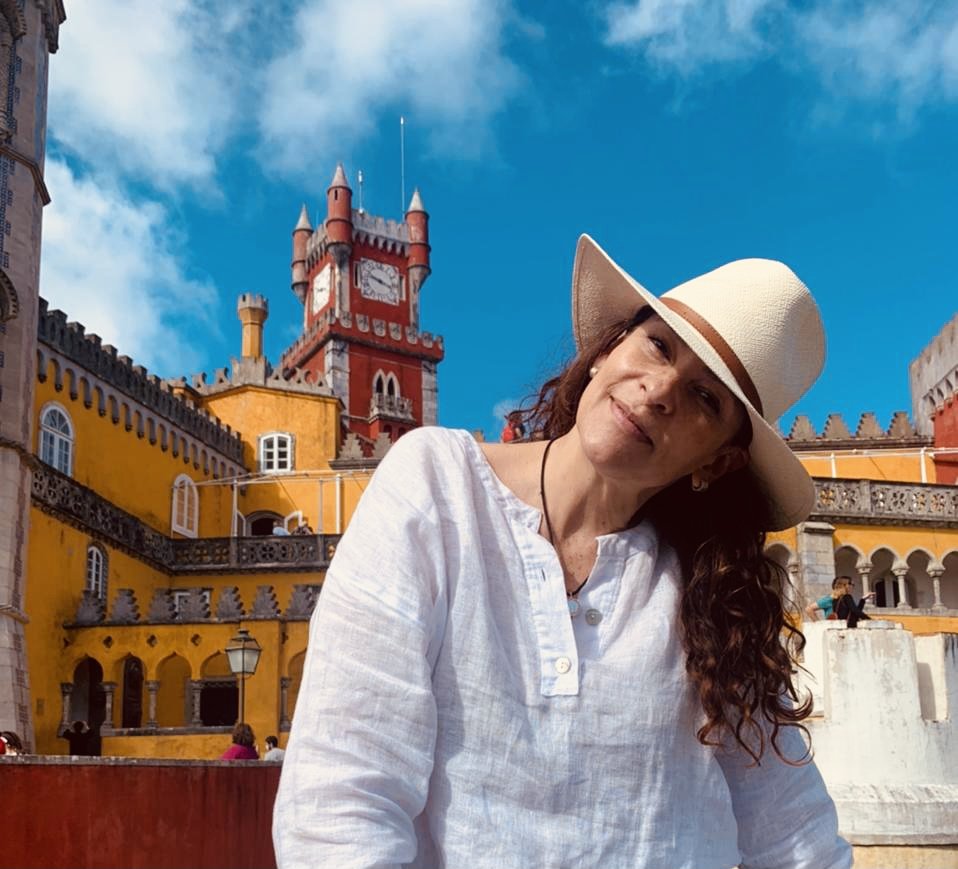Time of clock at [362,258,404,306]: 3:48
